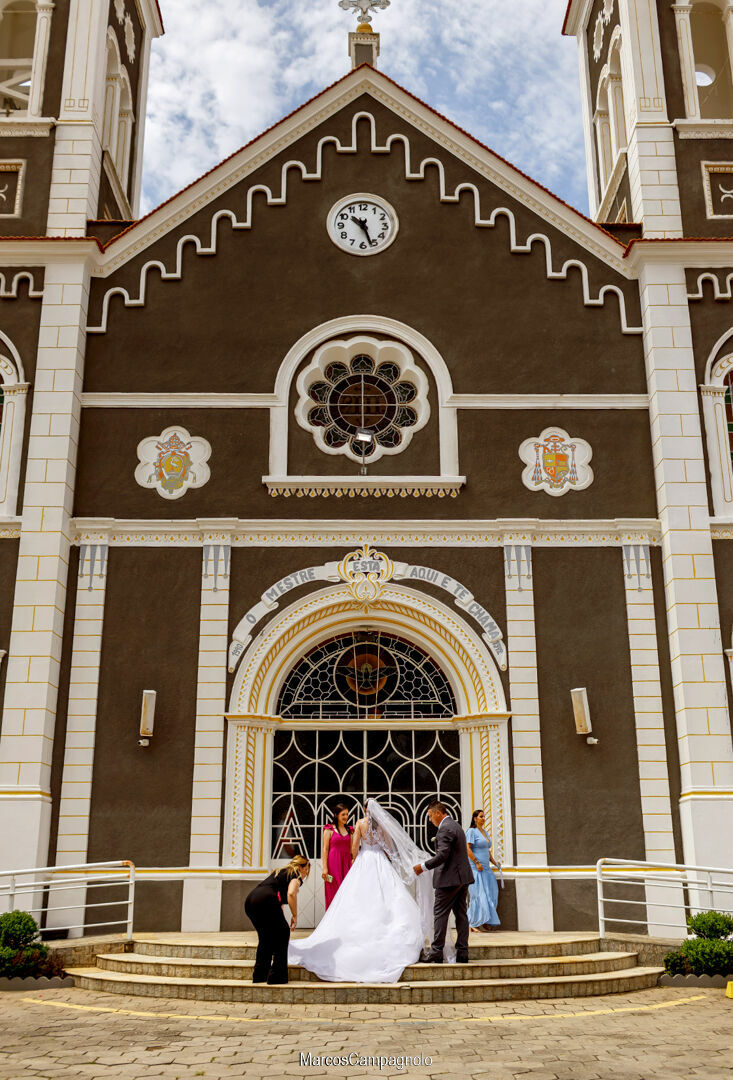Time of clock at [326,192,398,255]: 10:26
